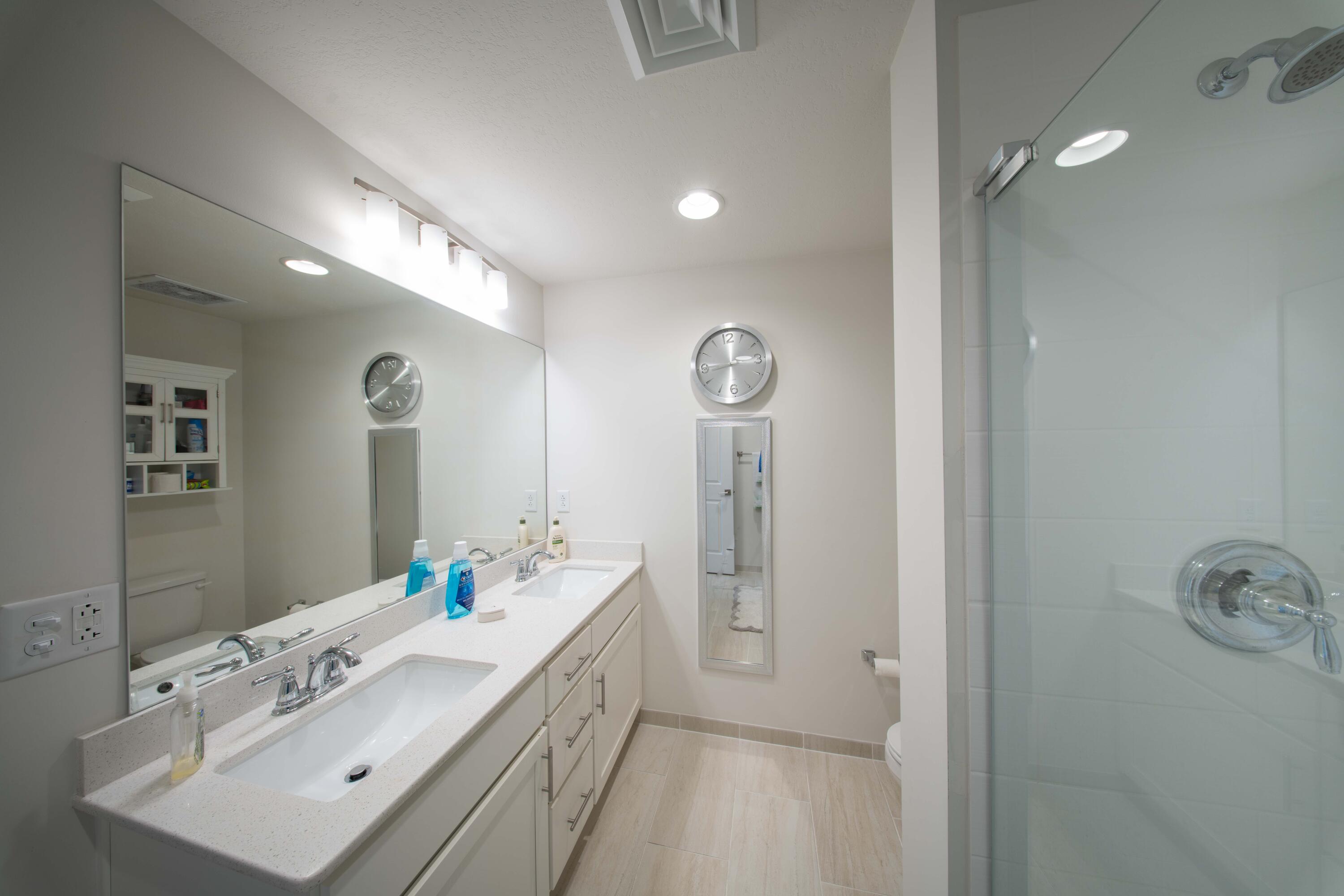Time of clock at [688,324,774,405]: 3:01
